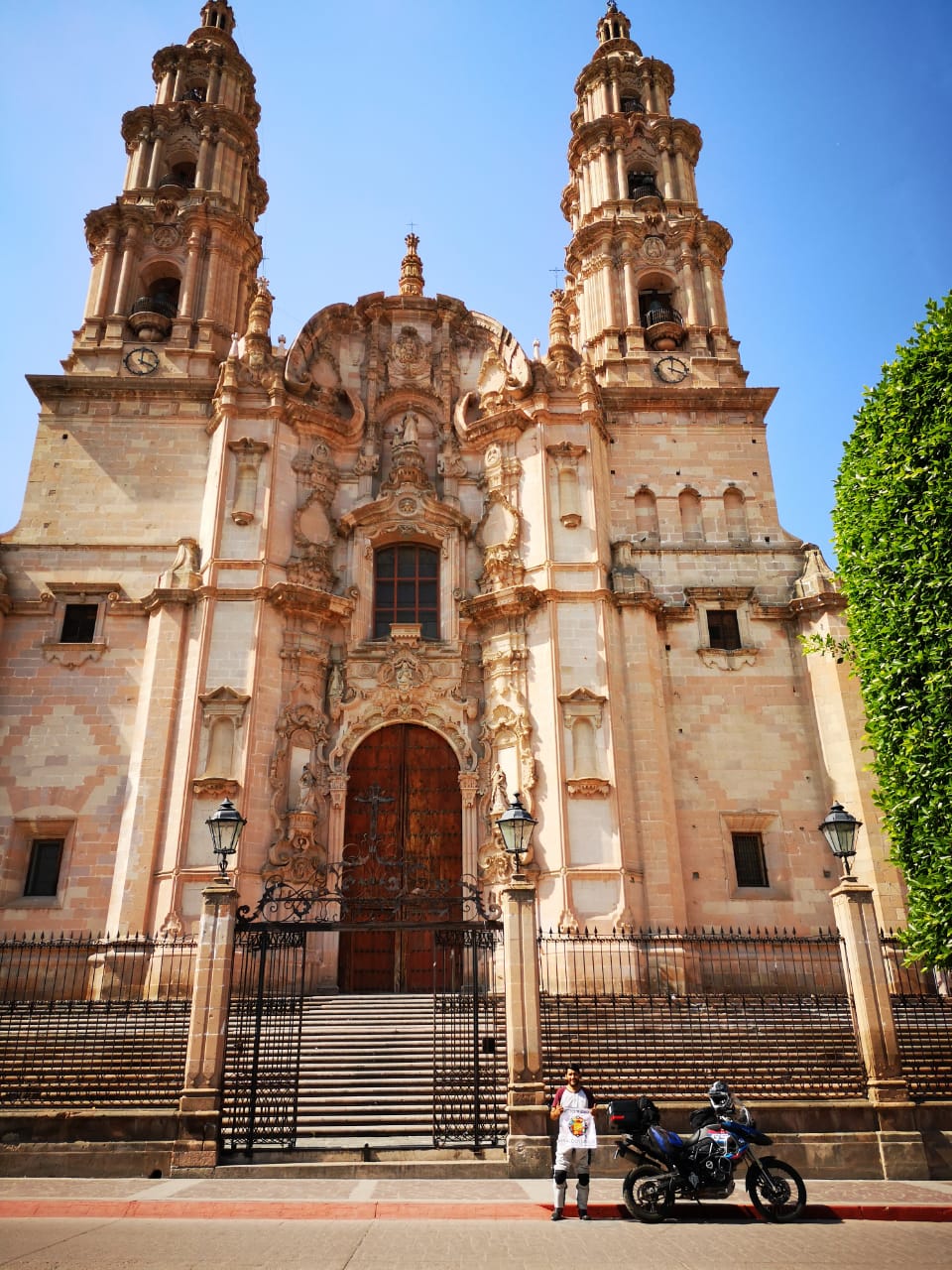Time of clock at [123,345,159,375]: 4:01
